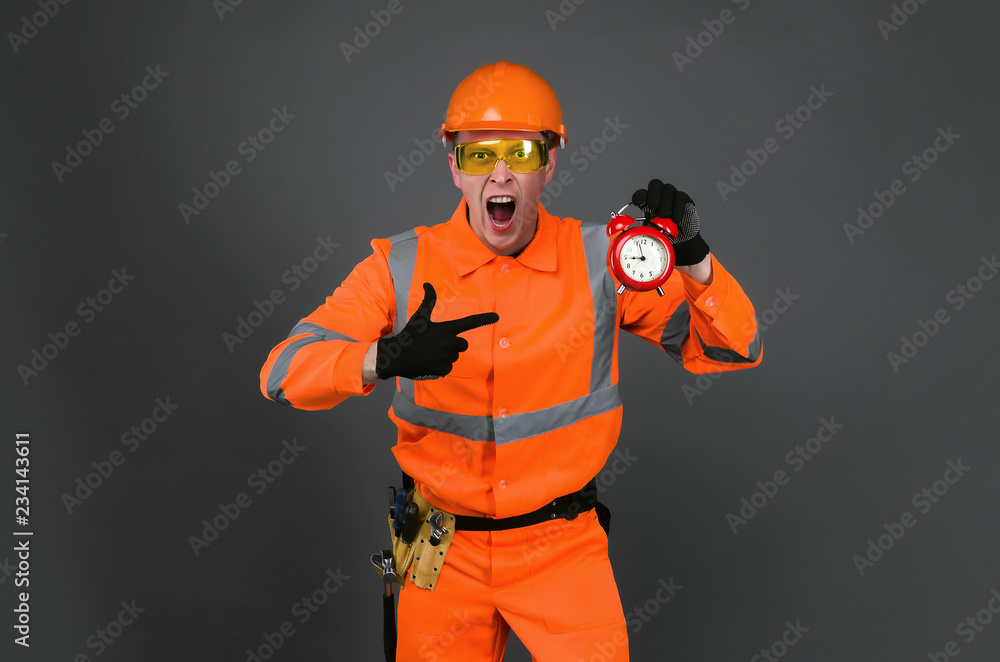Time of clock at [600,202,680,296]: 8:57
